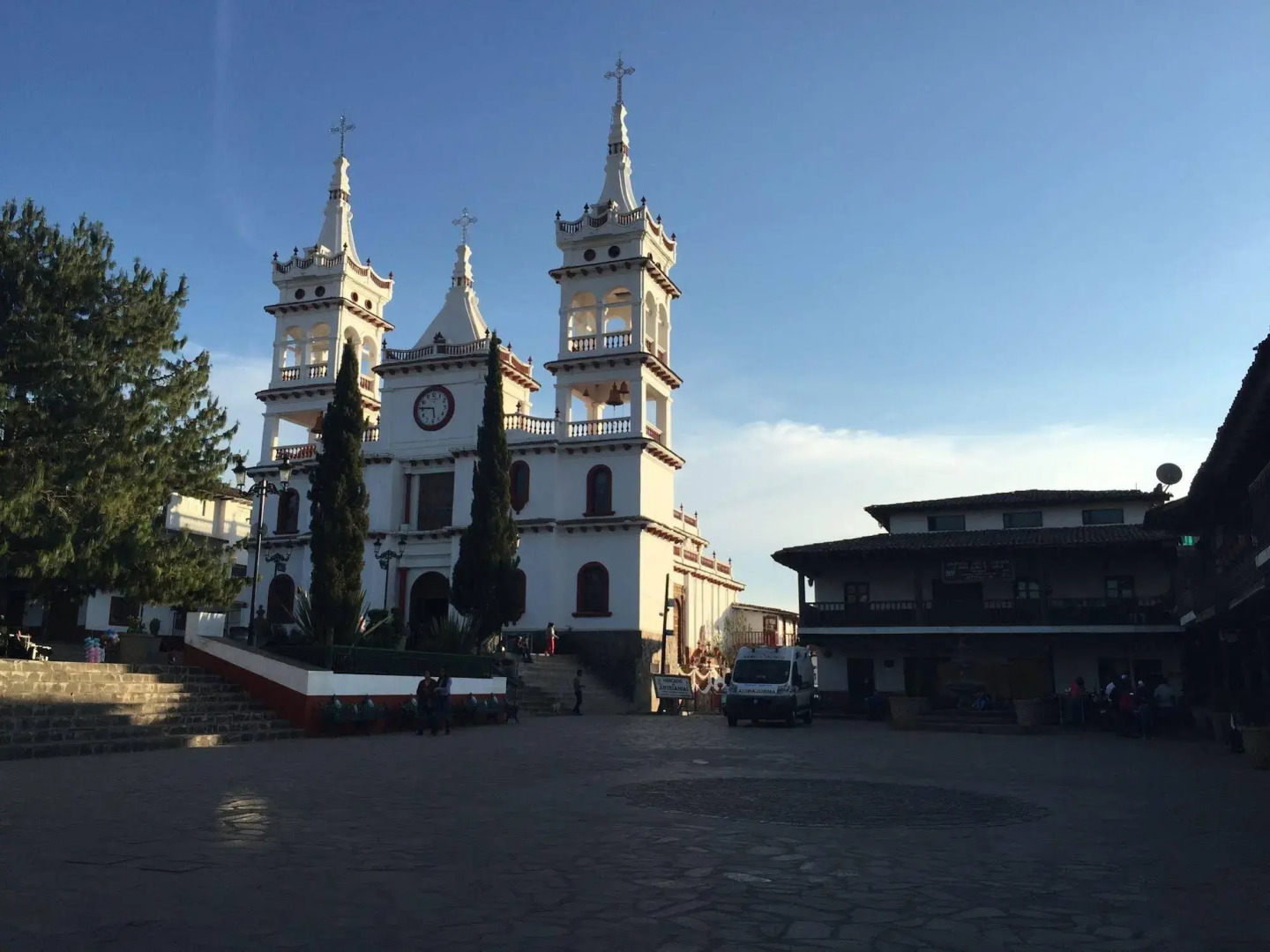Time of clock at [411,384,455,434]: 5:45
